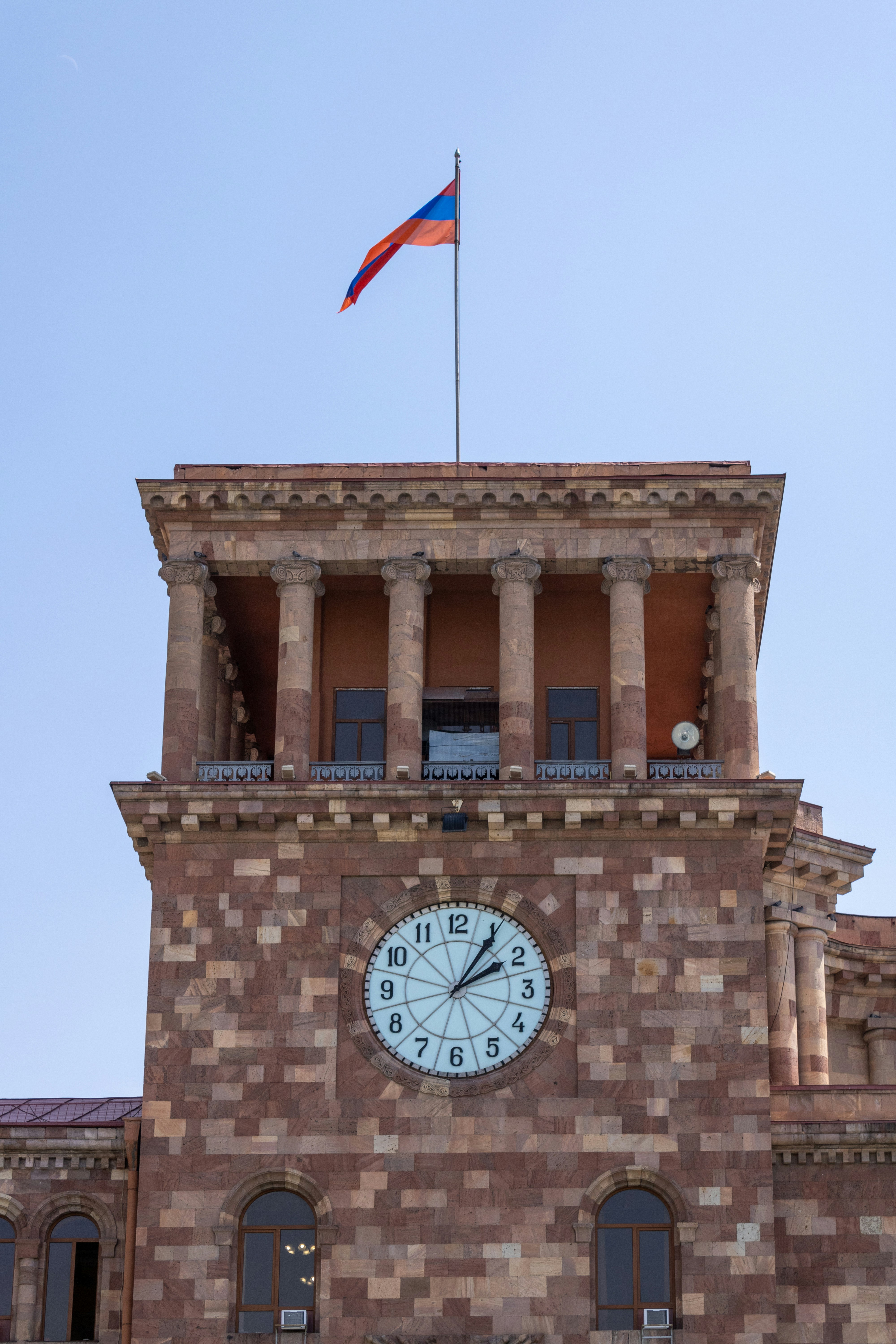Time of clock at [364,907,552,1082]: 2:05
